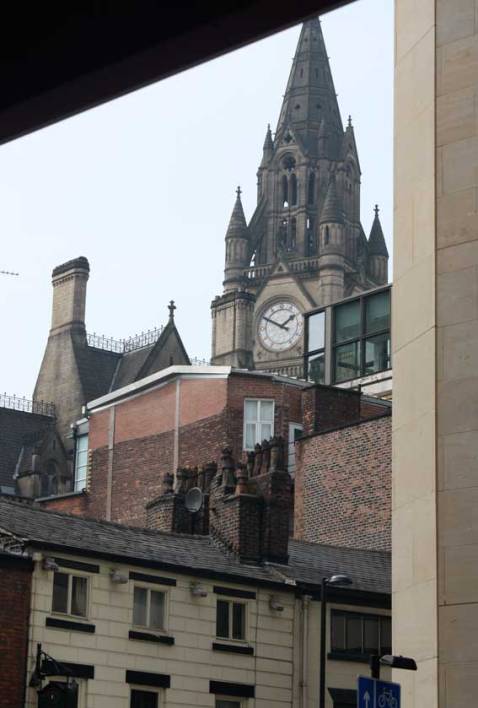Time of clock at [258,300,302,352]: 1:50
